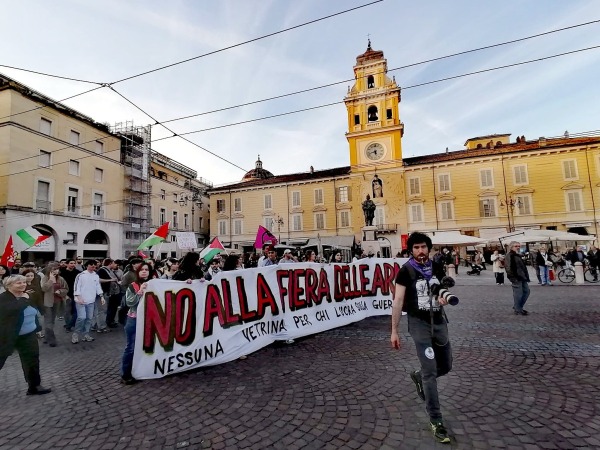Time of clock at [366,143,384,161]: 5:42
